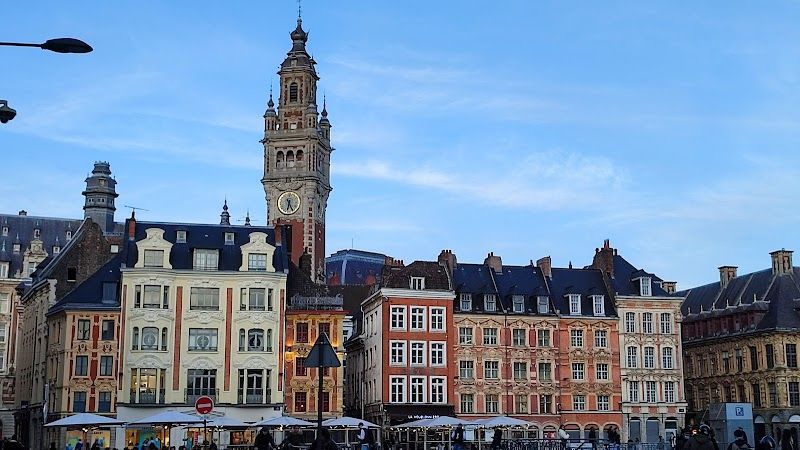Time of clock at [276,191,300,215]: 6:25
